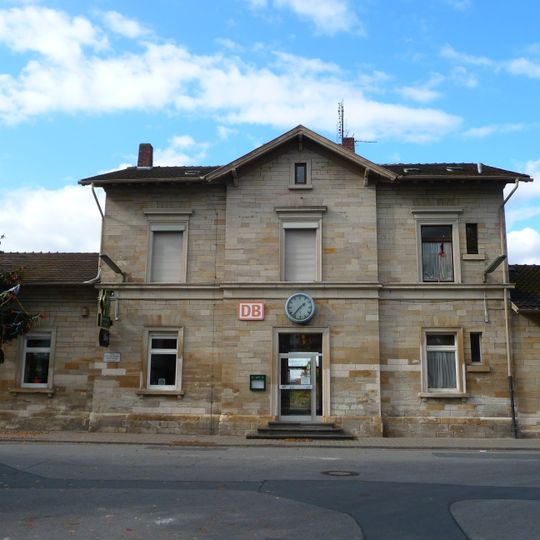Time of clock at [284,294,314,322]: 1:36
